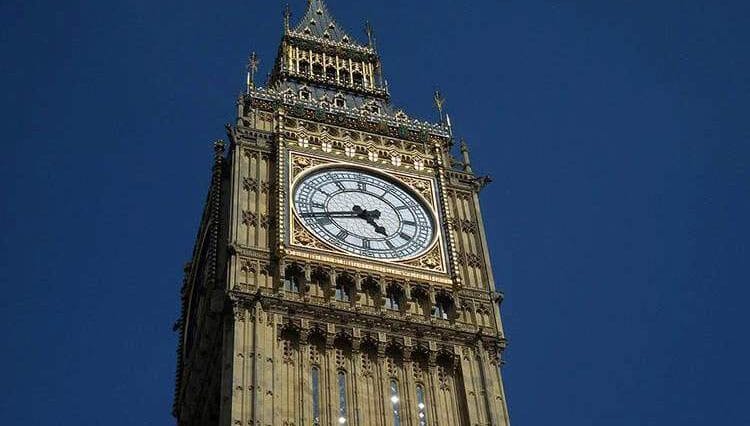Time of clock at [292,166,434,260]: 4:42
